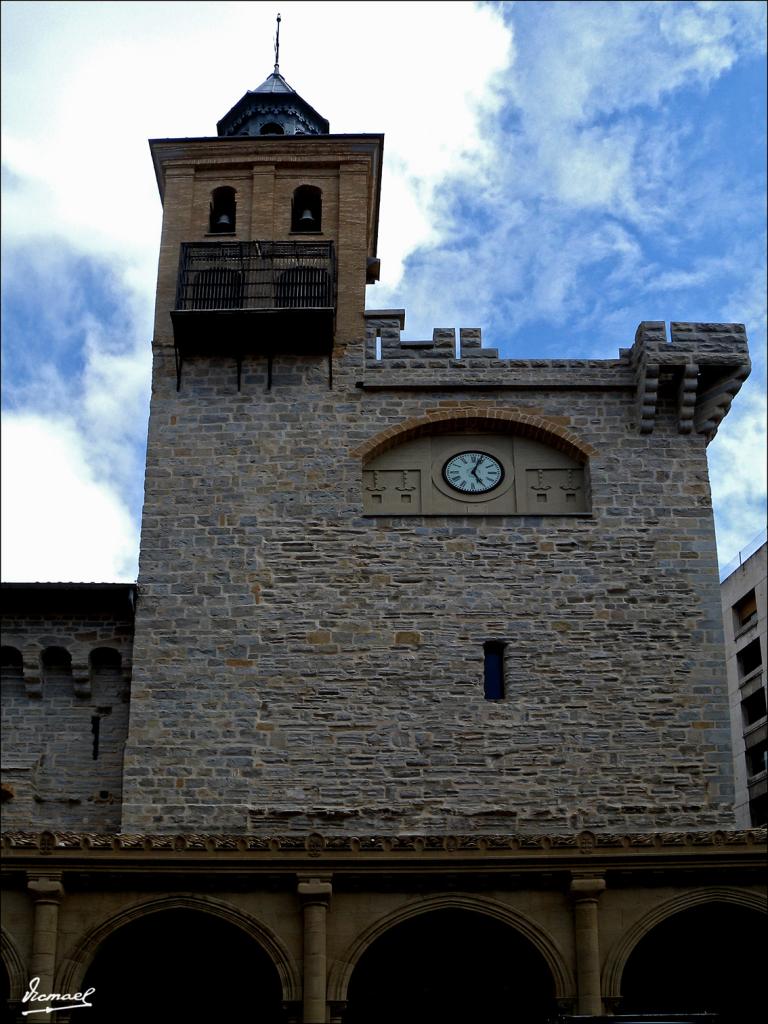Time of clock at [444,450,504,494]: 5:03
